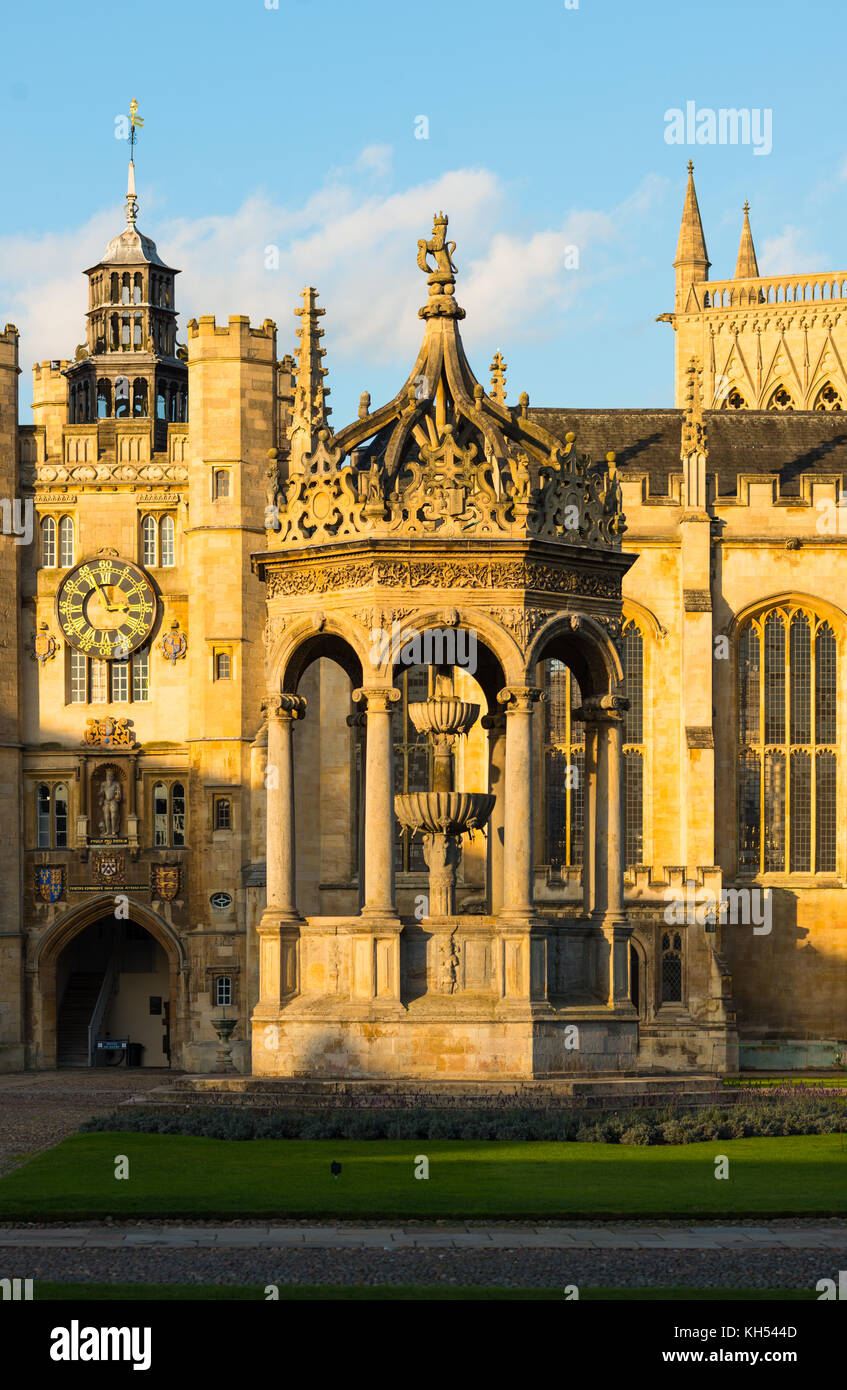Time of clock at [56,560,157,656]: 2:56
